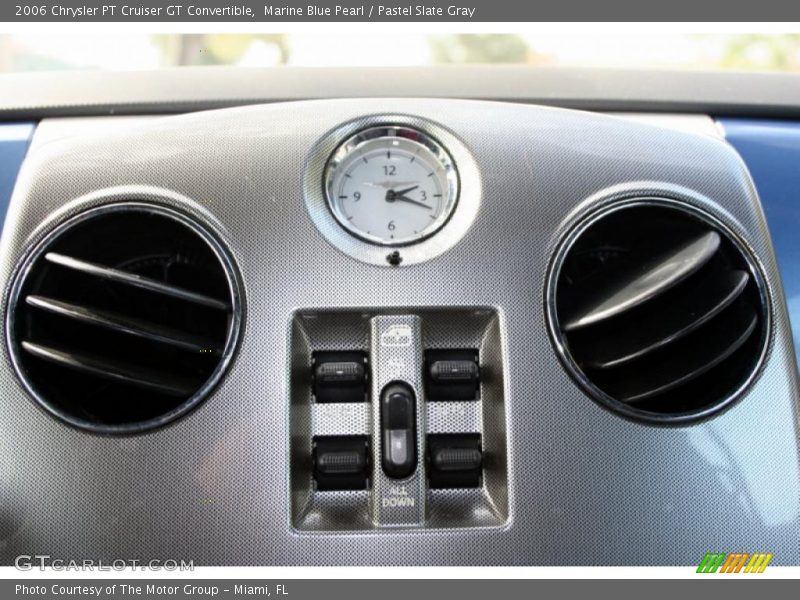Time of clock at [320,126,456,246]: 2:18
